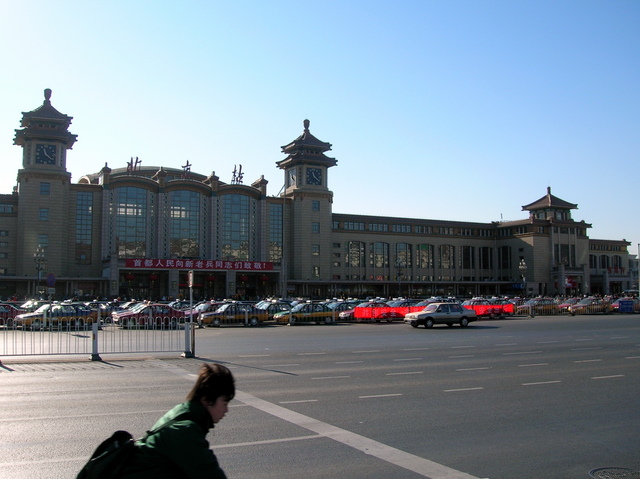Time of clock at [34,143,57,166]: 11:21
